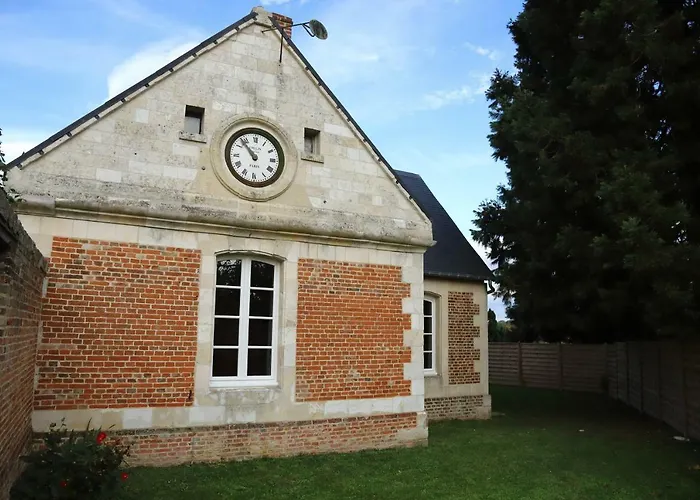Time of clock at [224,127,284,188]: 10:53
